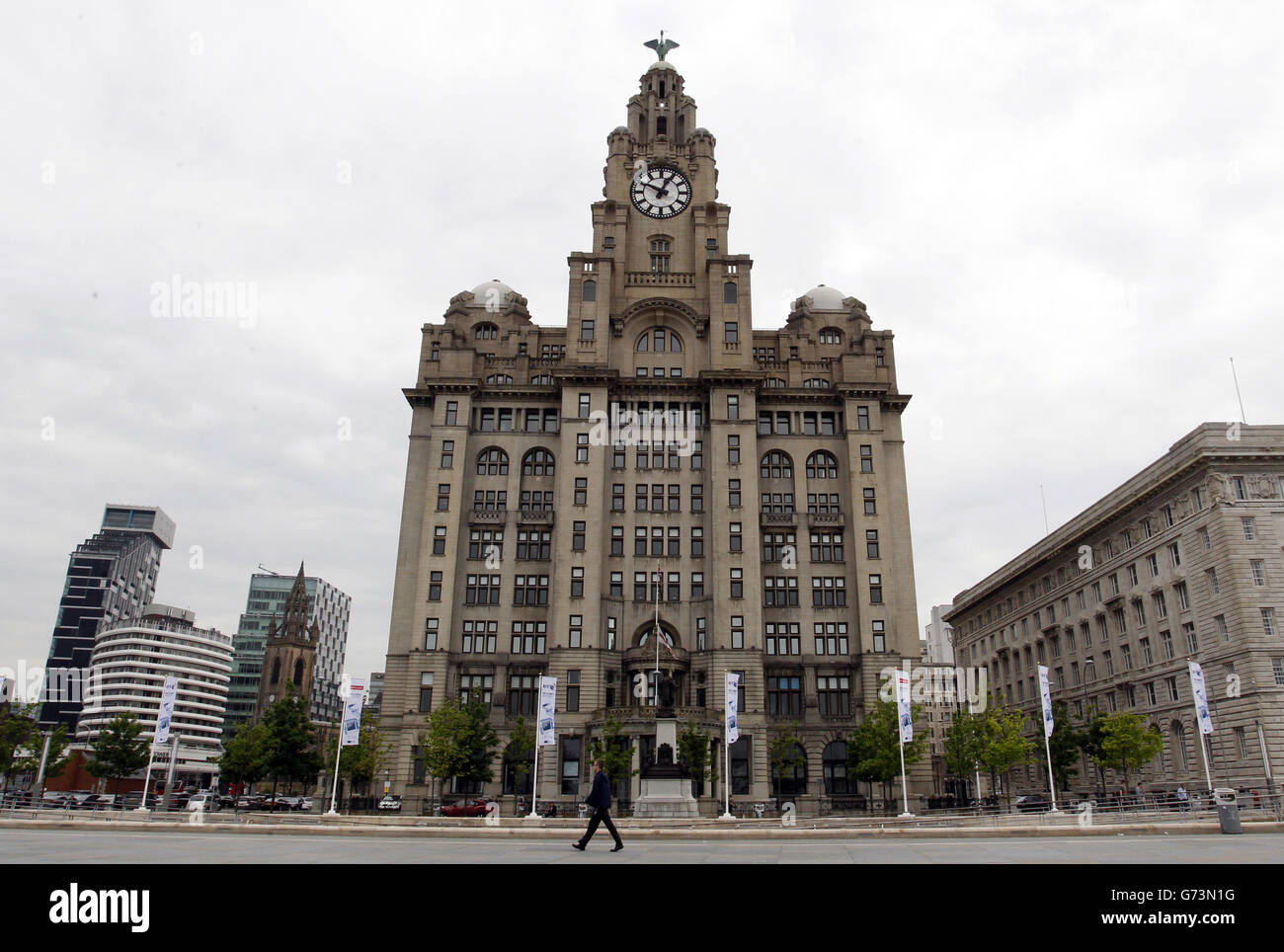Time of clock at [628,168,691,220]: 12:49
